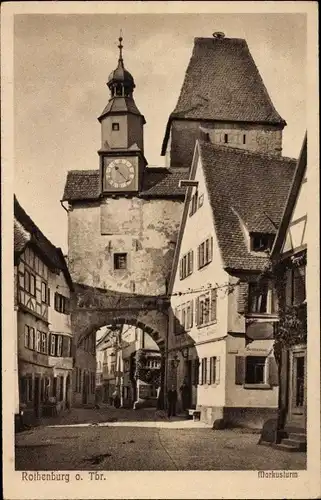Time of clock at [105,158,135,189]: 10:22
